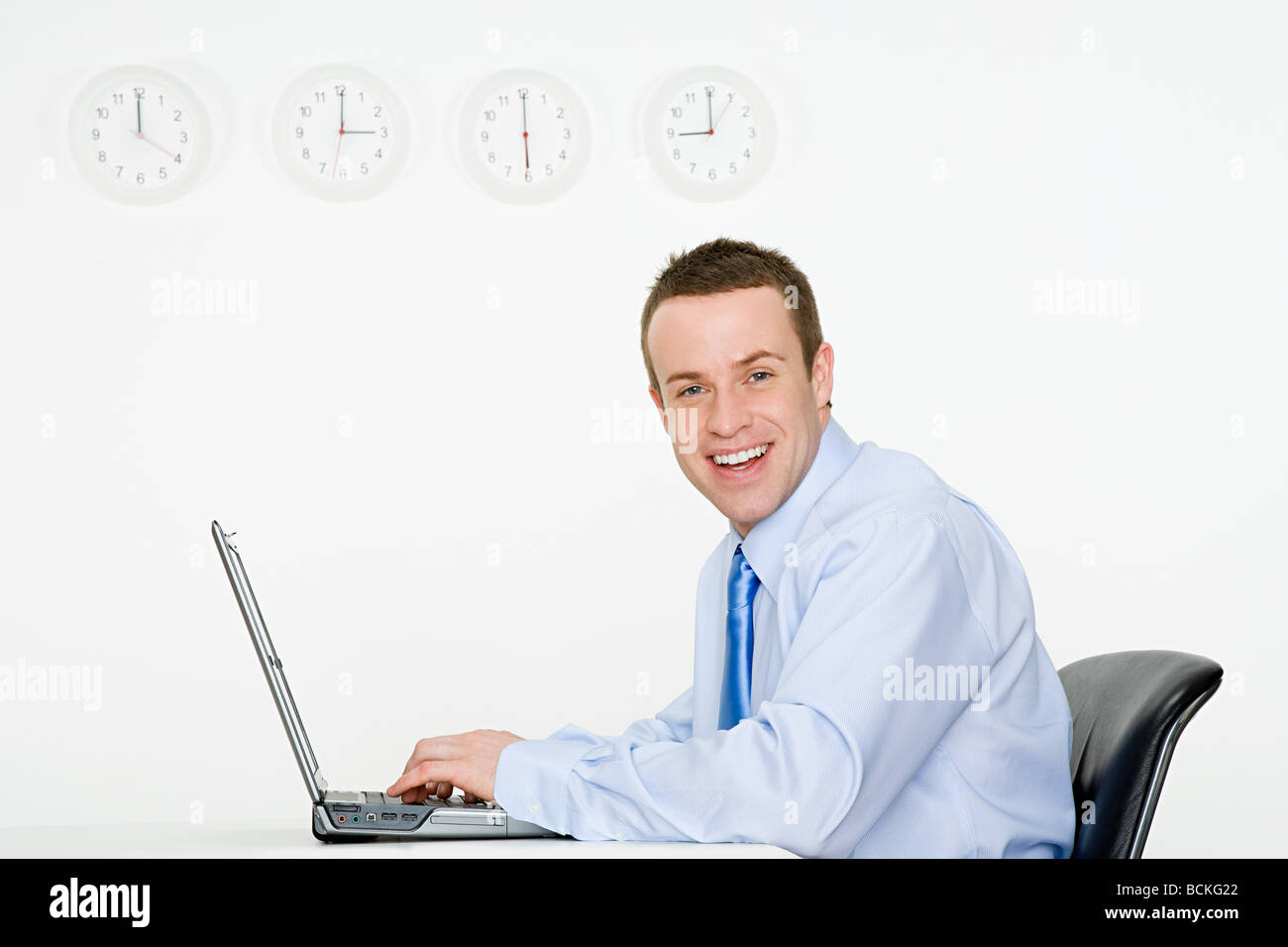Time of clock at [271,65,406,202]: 3:00
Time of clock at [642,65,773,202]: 9:00
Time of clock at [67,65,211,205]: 11:59
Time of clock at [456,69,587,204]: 6:00
